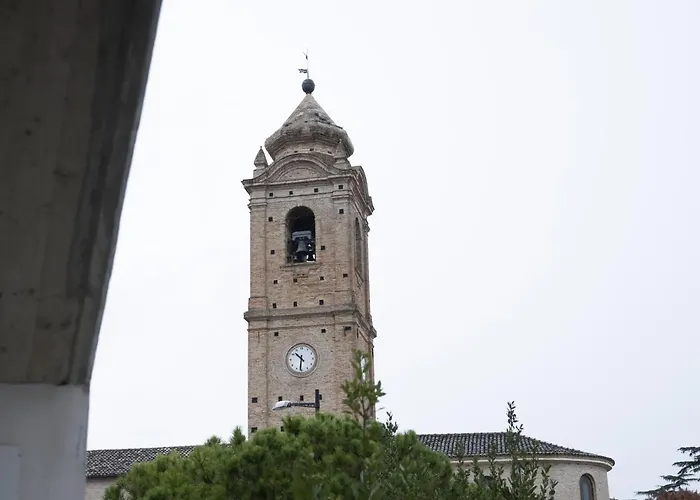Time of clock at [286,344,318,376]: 10:31
